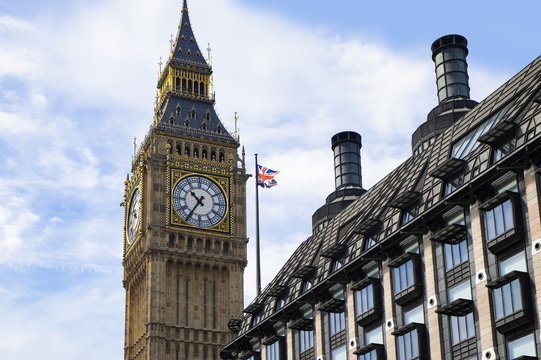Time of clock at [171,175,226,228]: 10:35
